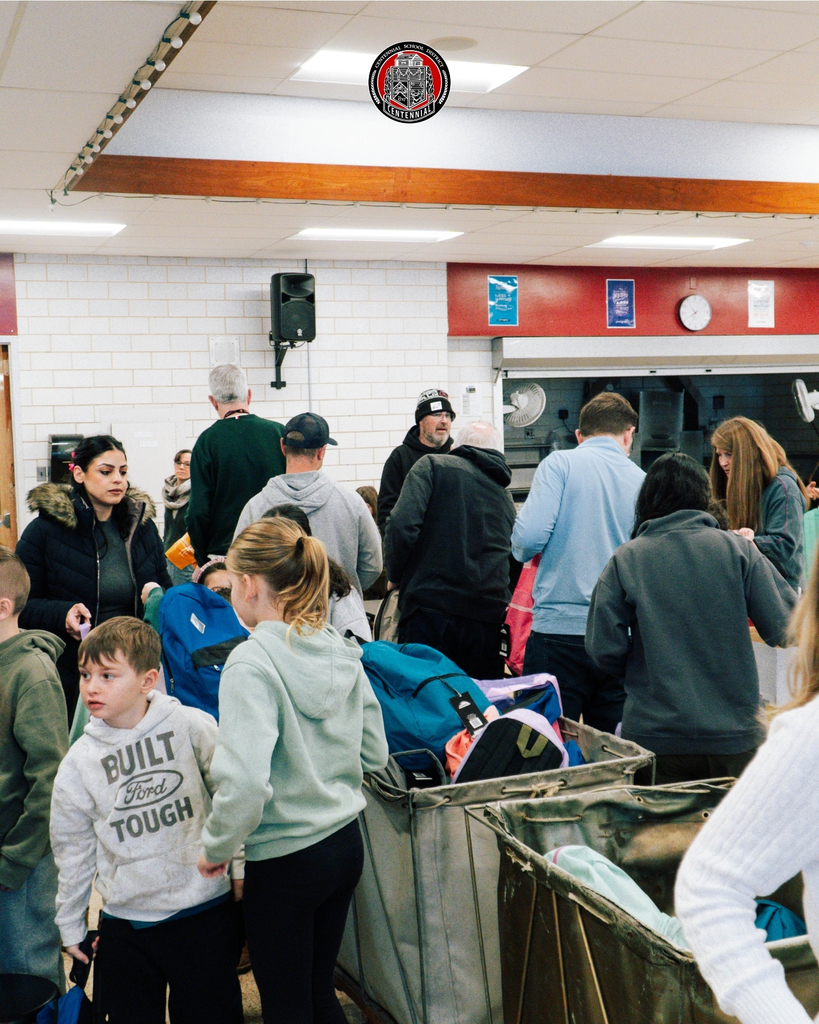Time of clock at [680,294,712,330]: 10:40
